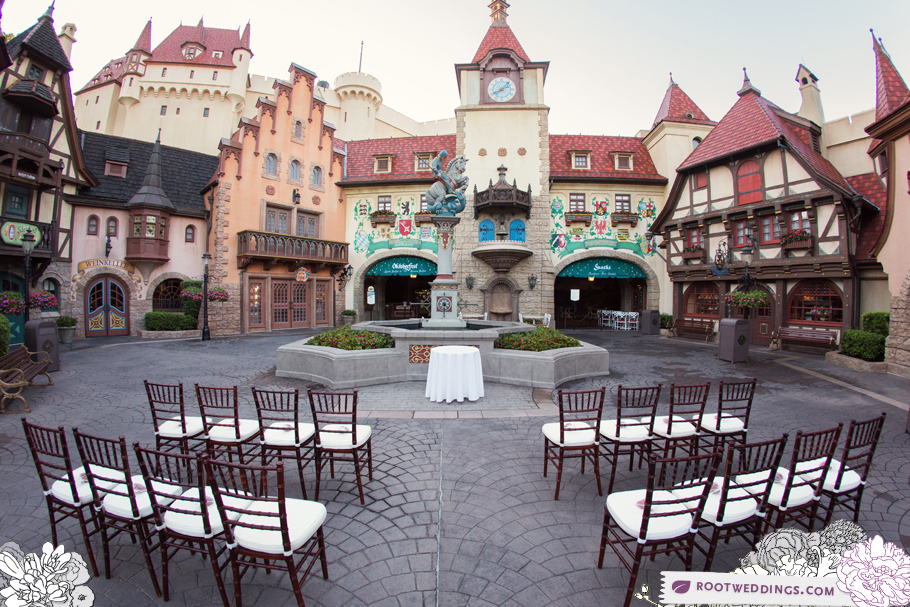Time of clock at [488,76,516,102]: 8:07
